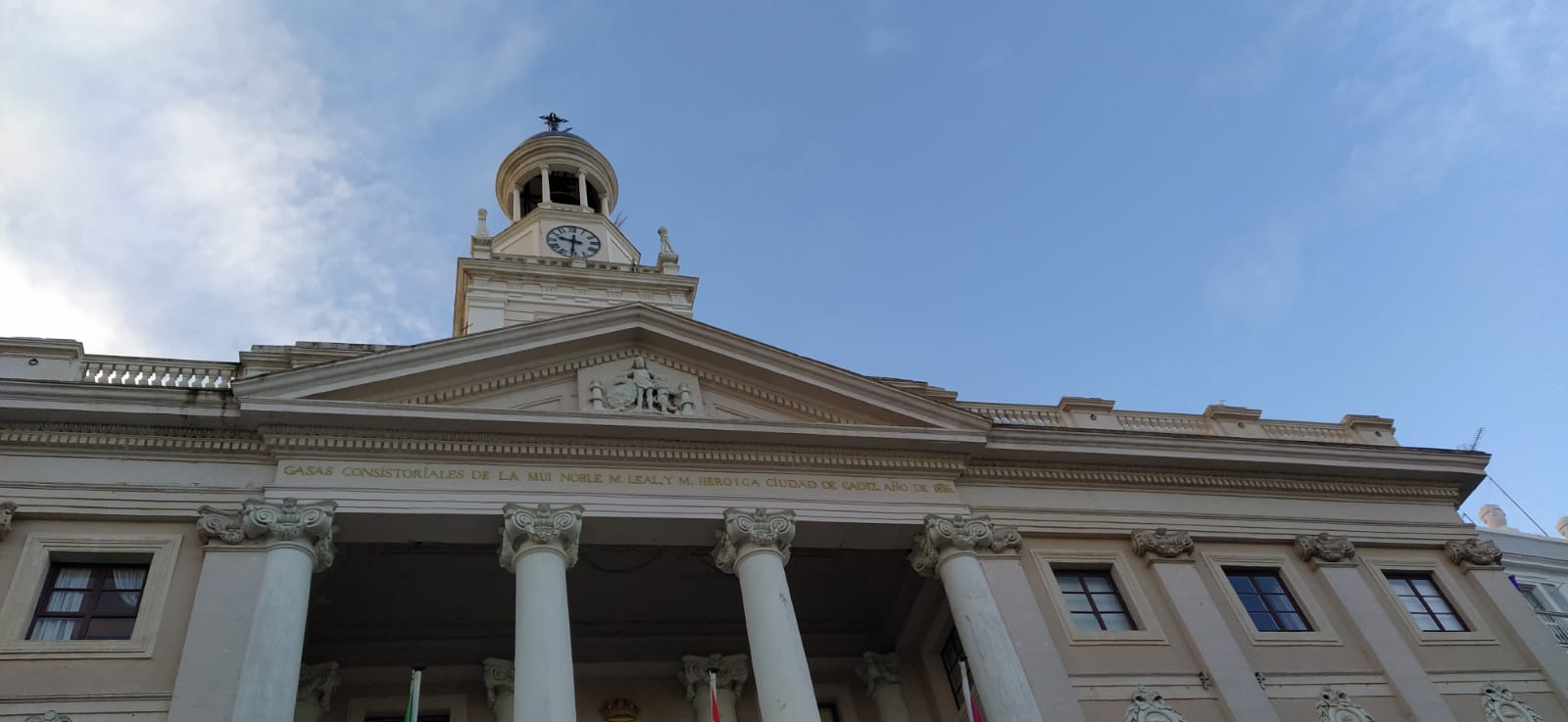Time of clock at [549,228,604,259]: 9:31
